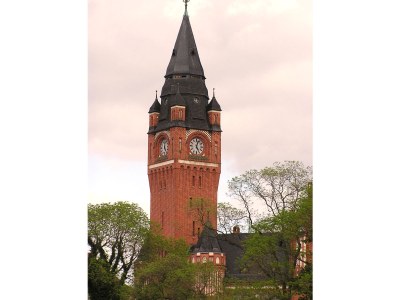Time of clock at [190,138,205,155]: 5:03
